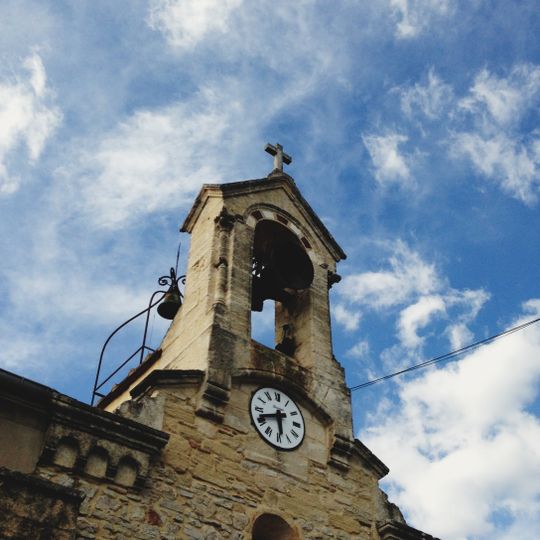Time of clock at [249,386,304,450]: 5:41
